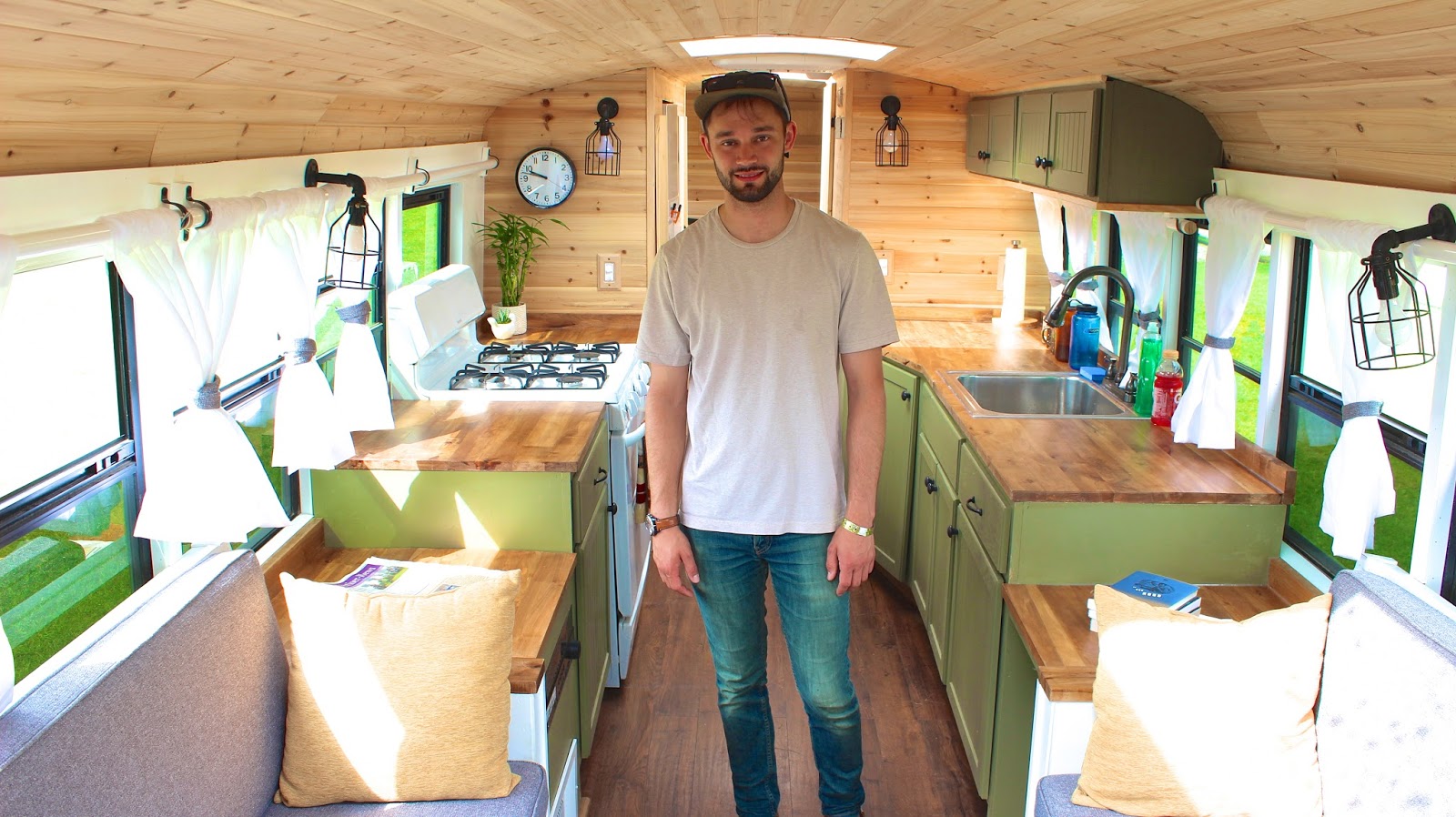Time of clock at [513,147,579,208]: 9:47
